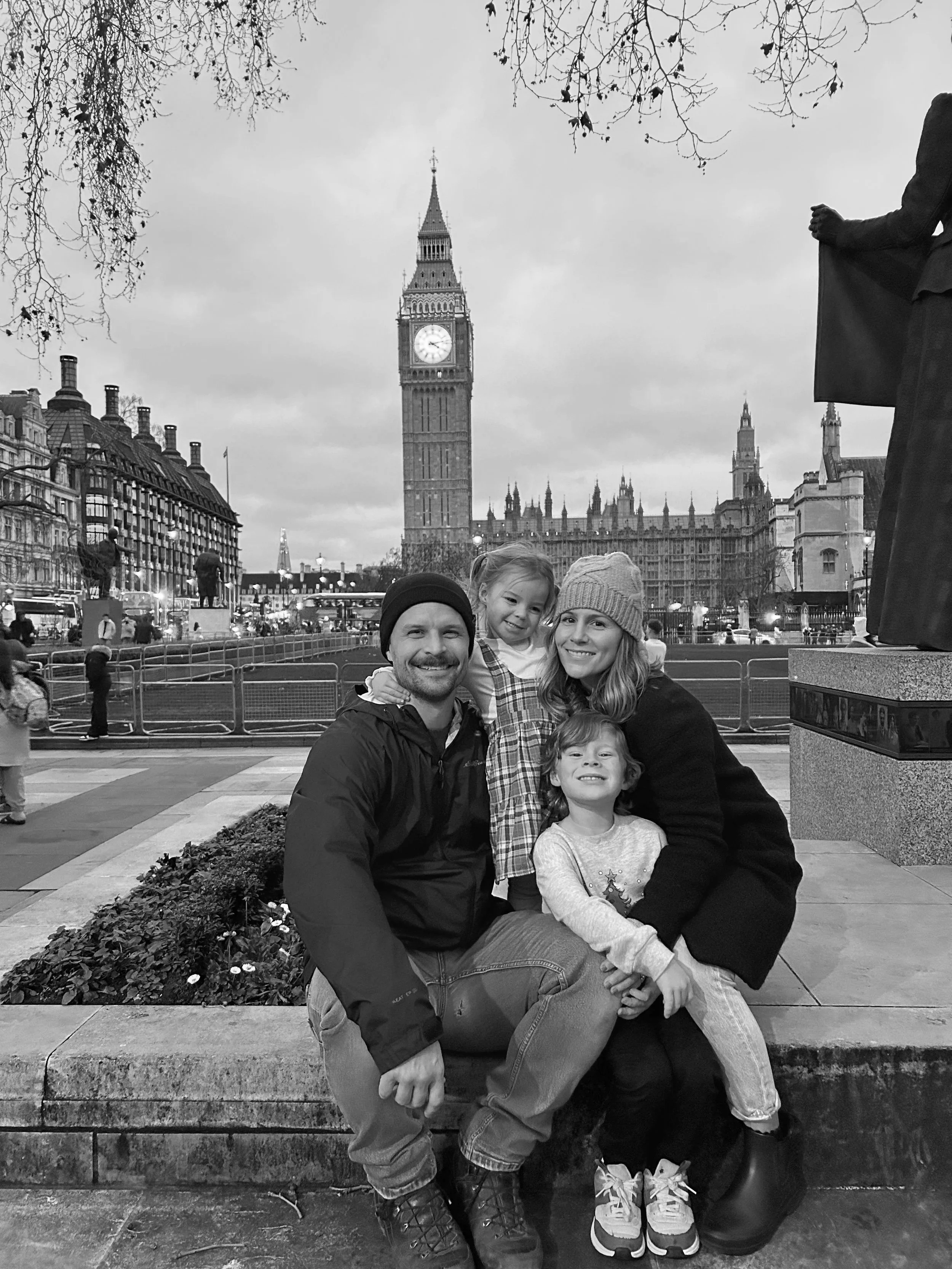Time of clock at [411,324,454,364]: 4:12
